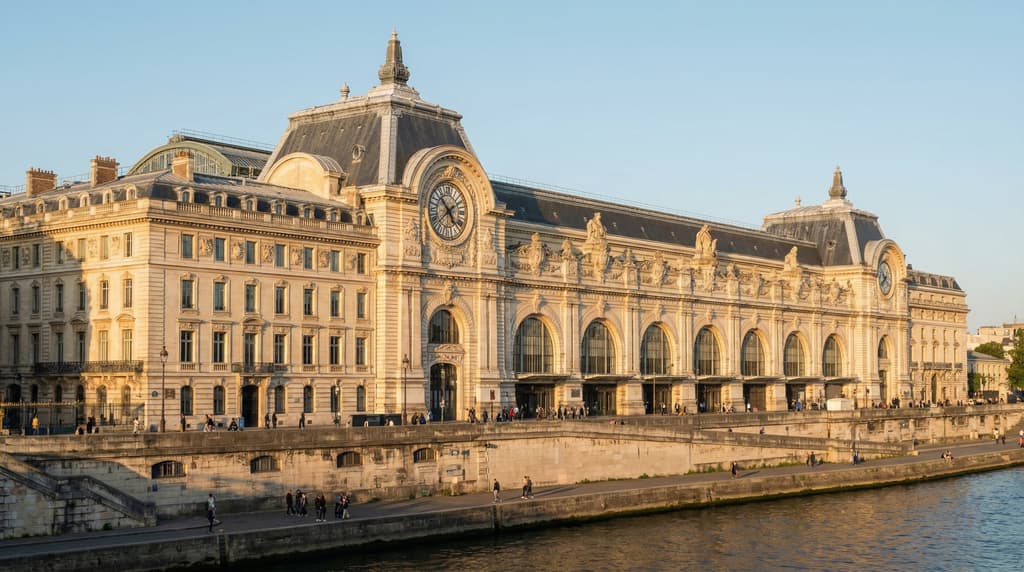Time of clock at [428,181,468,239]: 4:52
